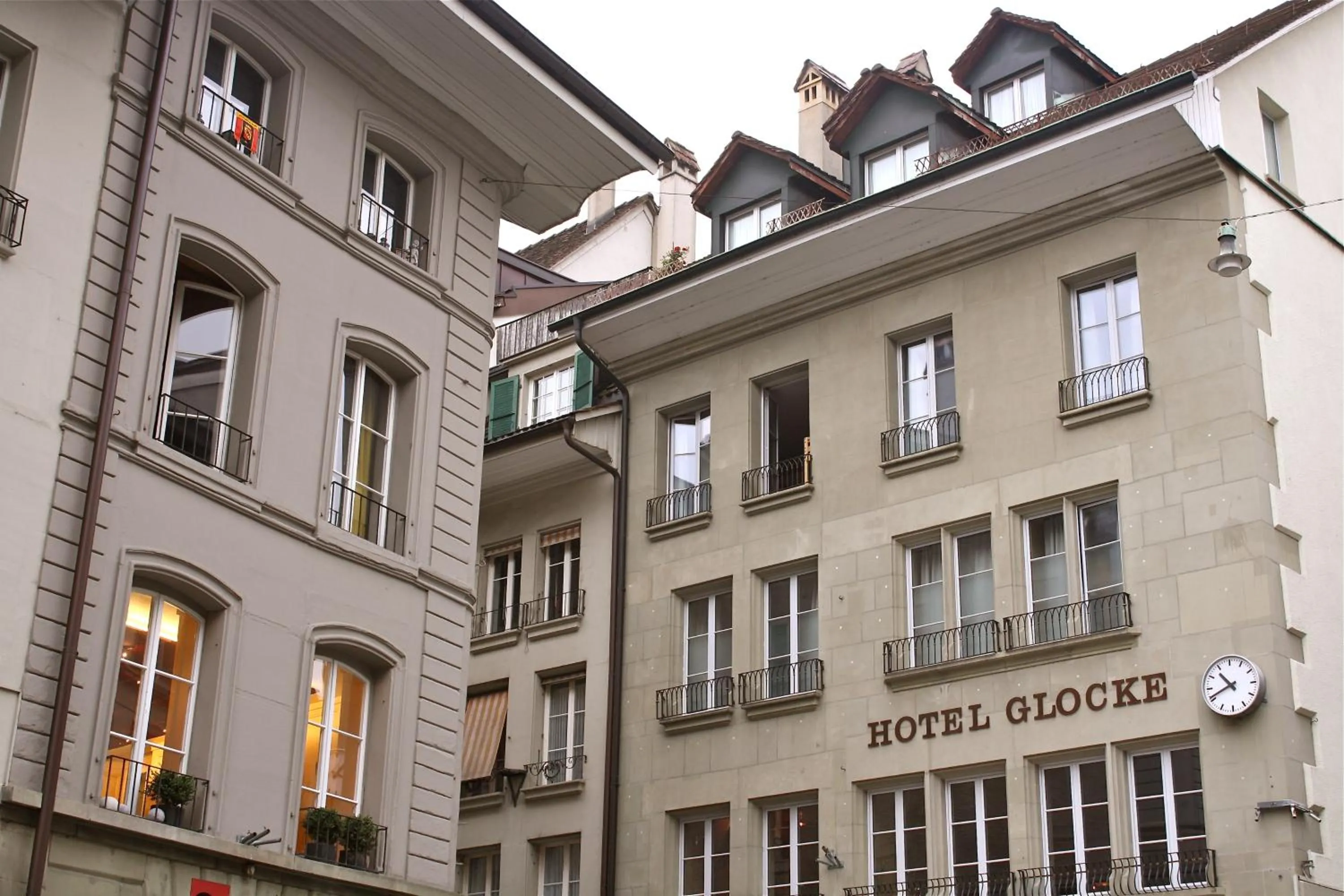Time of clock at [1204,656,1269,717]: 10:41
